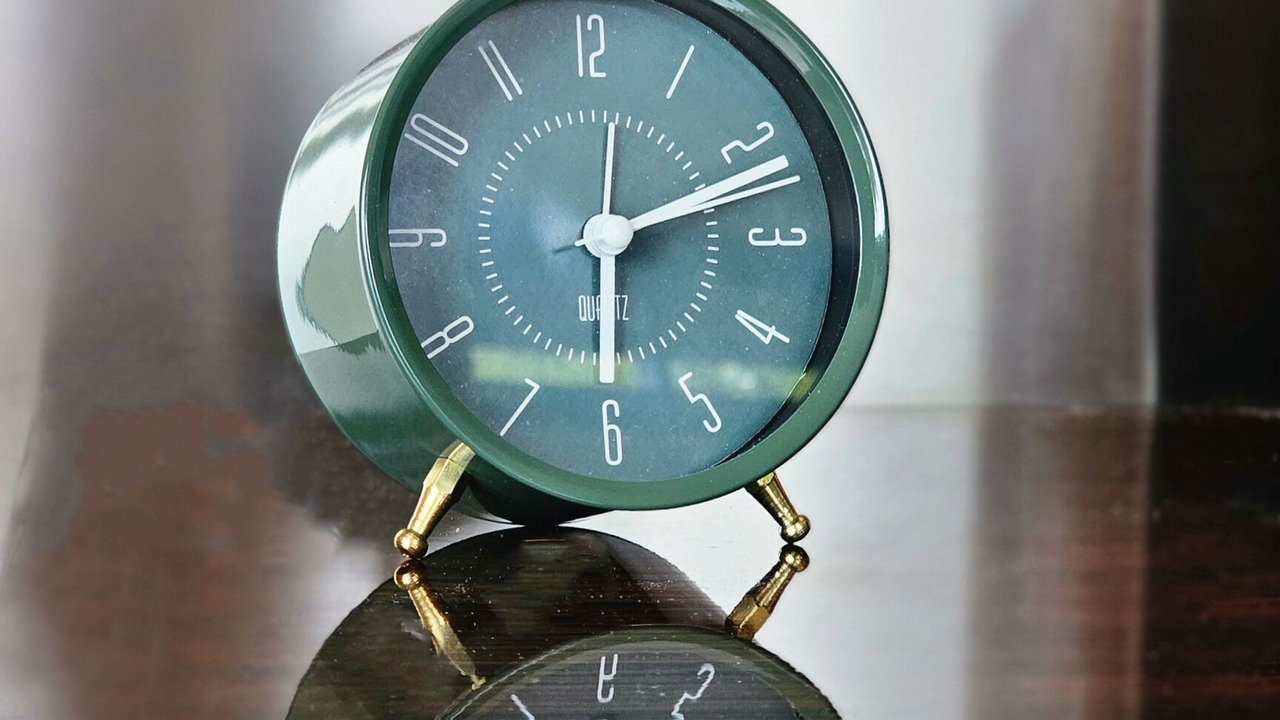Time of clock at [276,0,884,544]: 6:11
